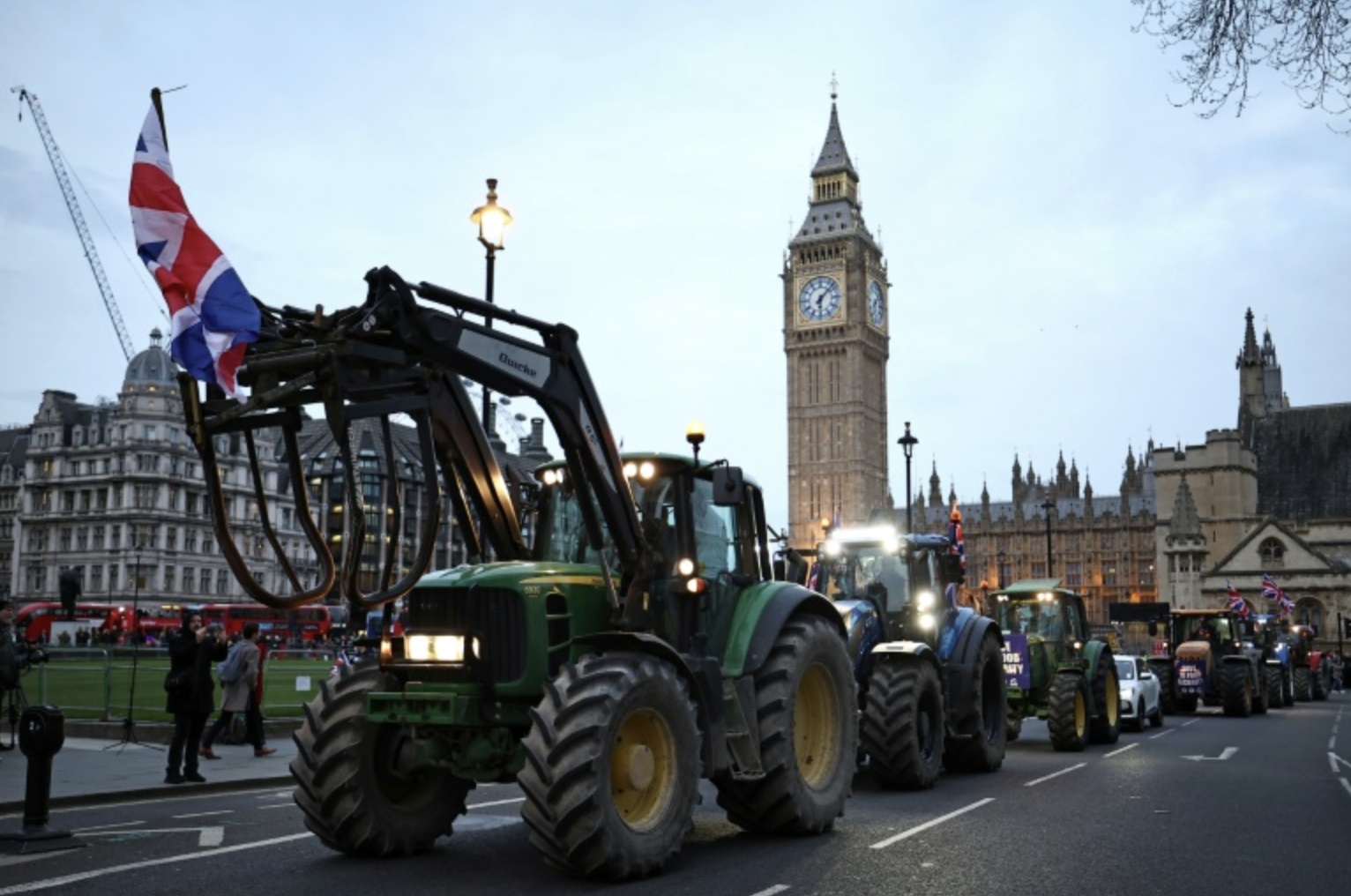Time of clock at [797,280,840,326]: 6:07
